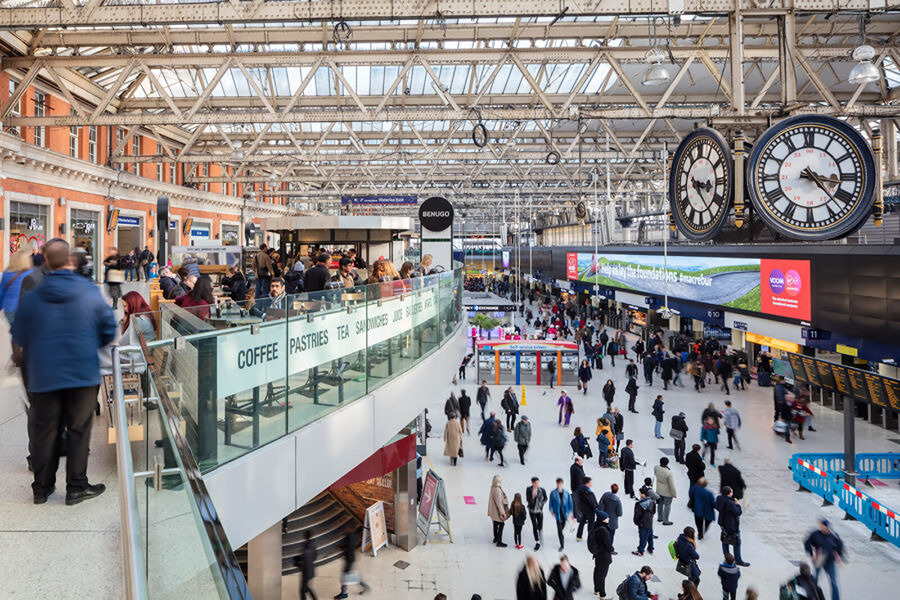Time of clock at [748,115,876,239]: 3:22
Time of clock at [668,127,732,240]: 3:23
